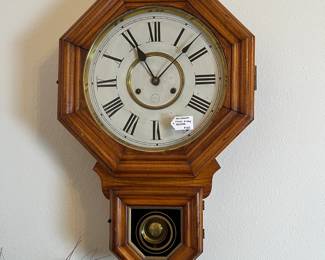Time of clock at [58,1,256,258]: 11:07
